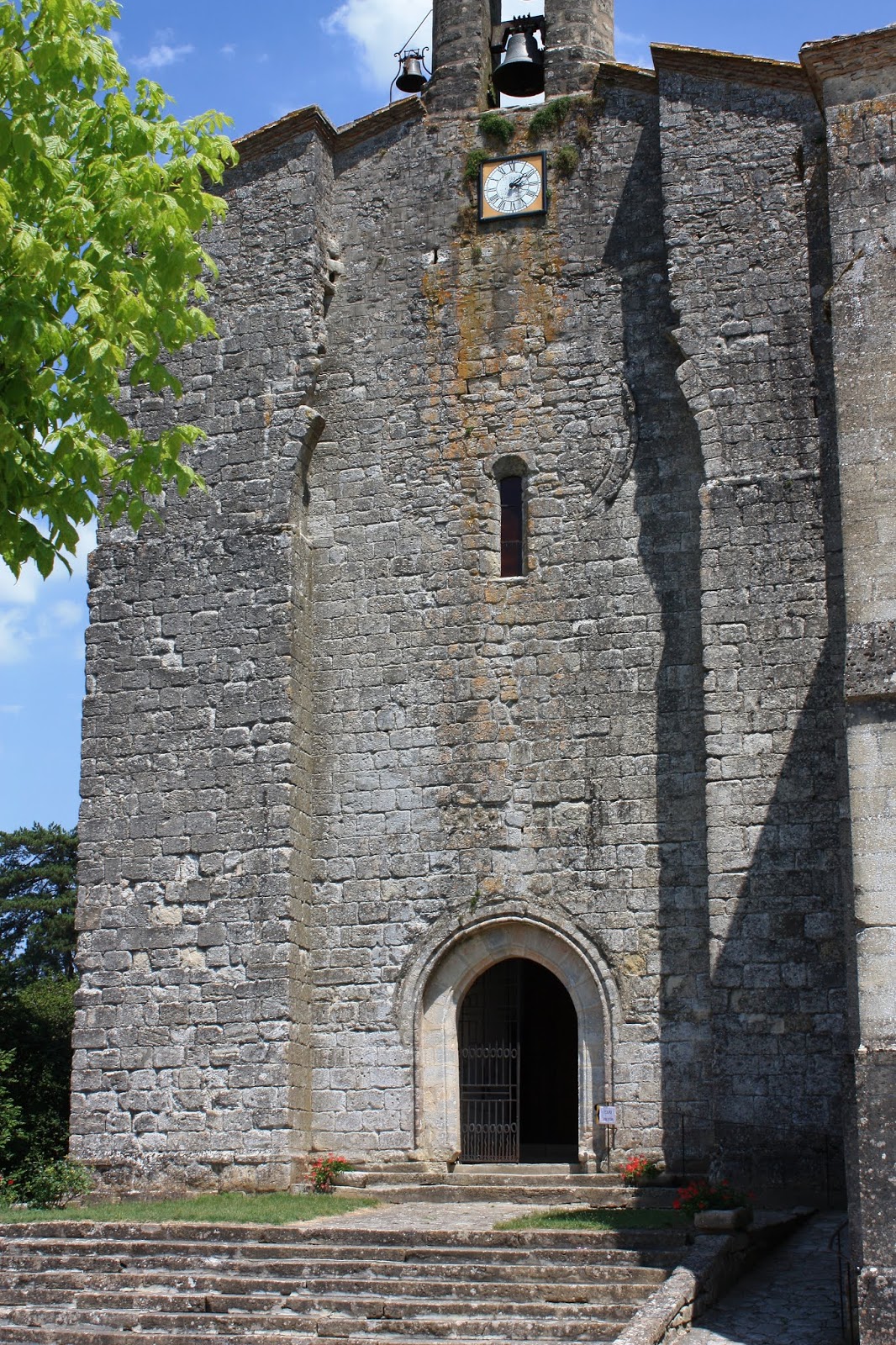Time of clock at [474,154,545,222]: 3:09
